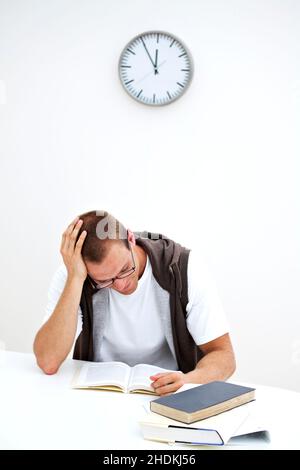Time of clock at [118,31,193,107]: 11:54
